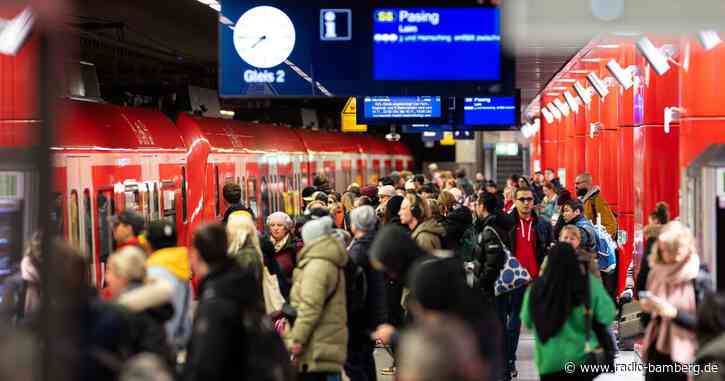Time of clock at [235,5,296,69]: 7:45
